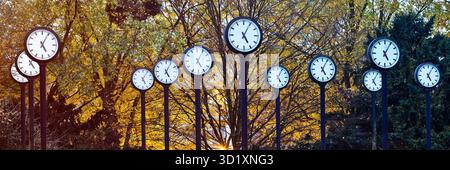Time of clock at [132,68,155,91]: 5:05
